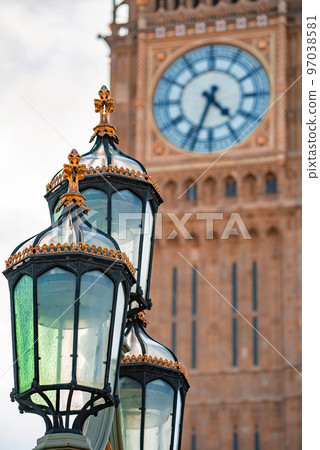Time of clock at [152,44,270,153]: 4:33
